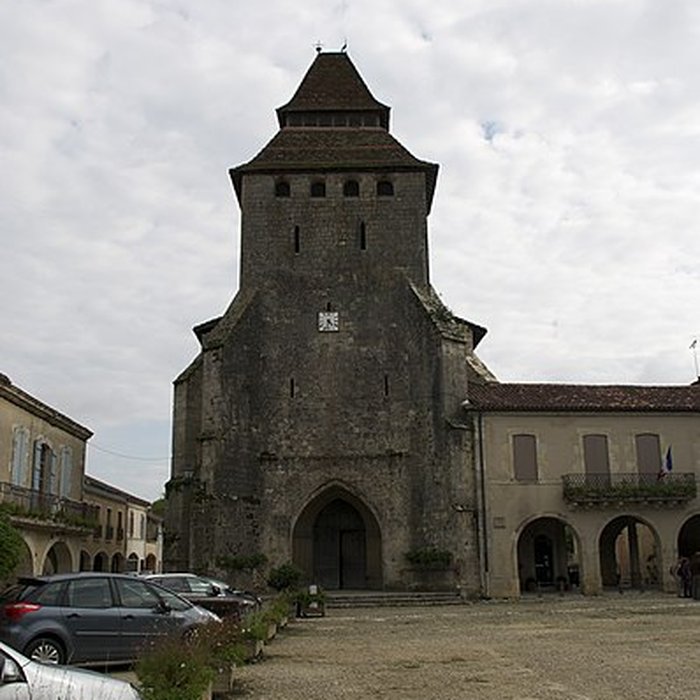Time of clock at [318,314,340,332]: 4:32
